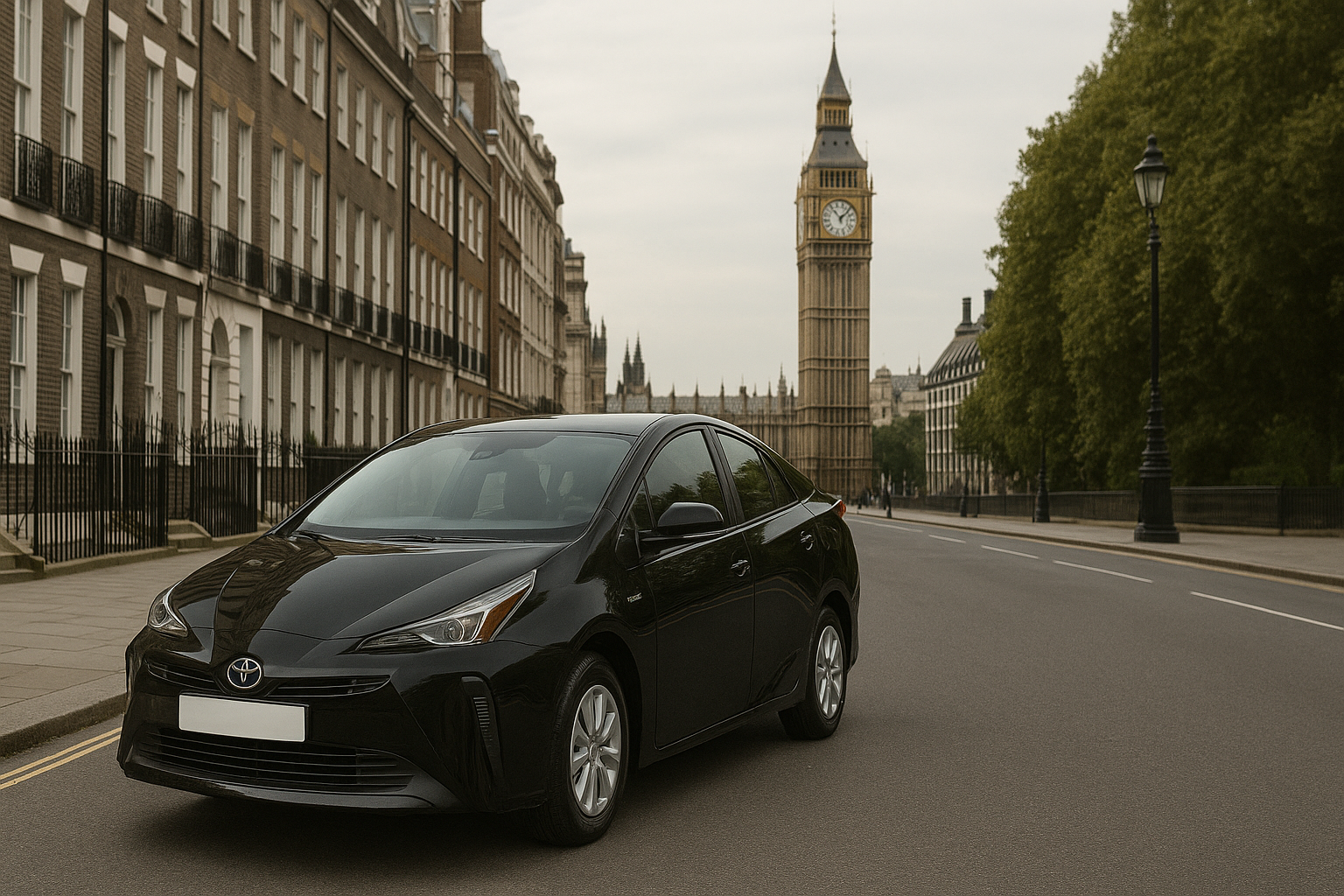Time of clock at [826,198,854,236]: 11:07
